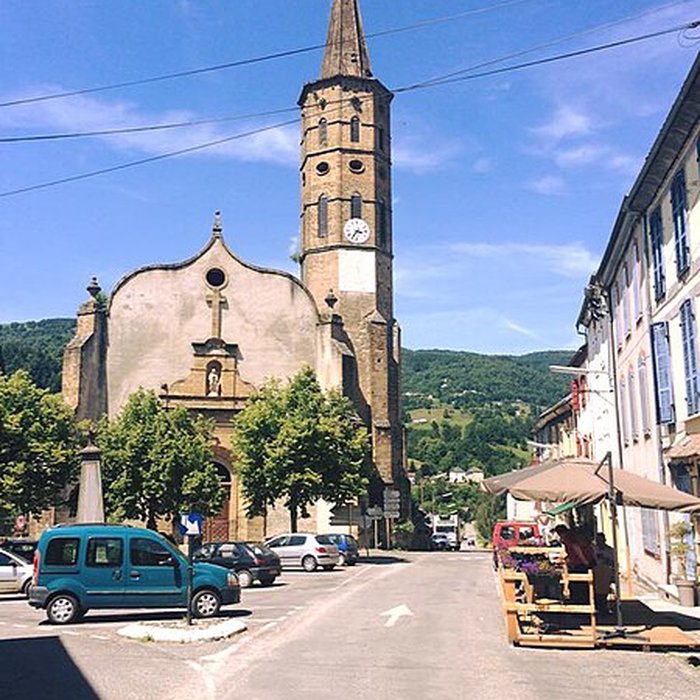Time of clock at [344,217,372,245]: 3:35
